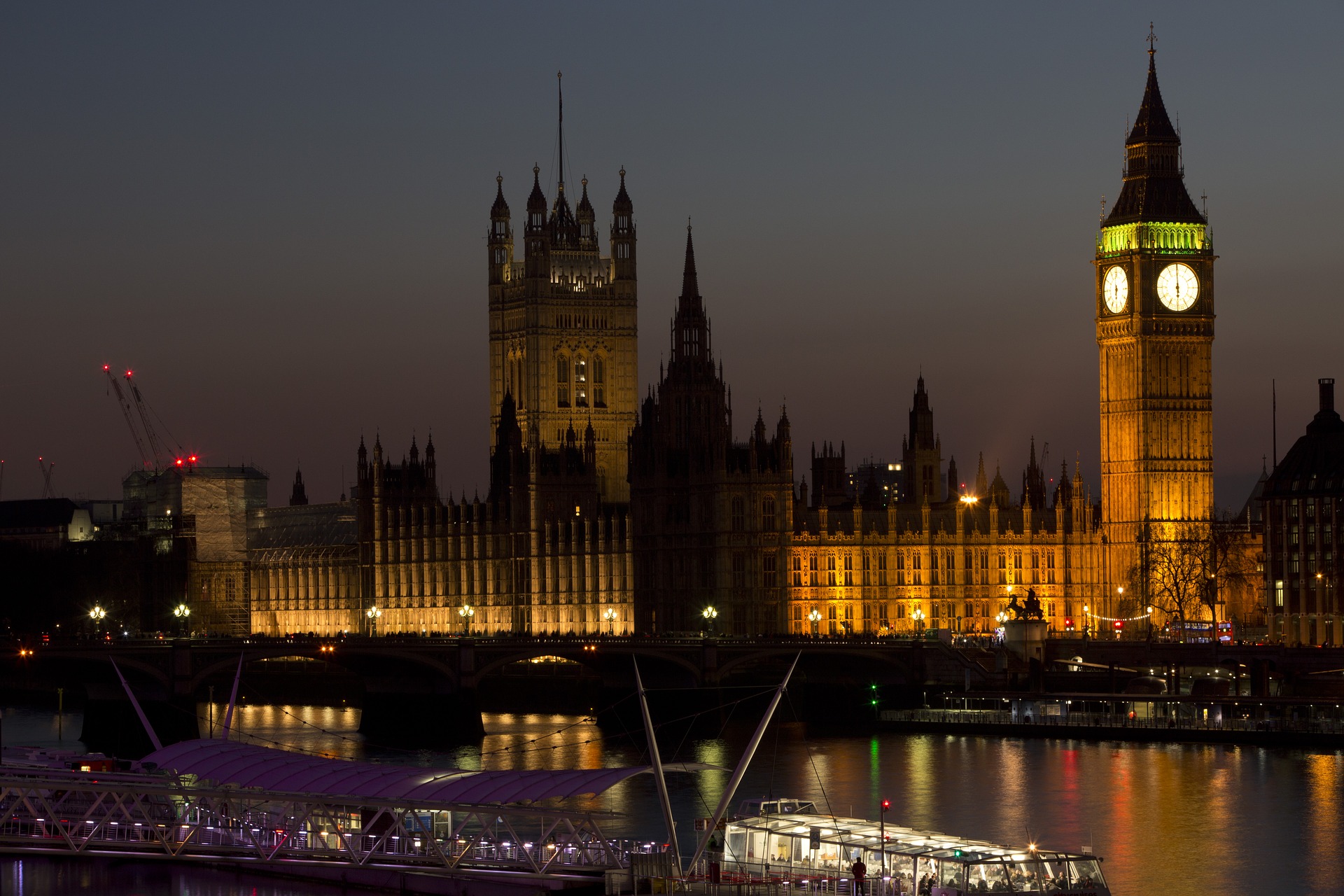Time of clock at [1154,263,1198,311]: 5:59
